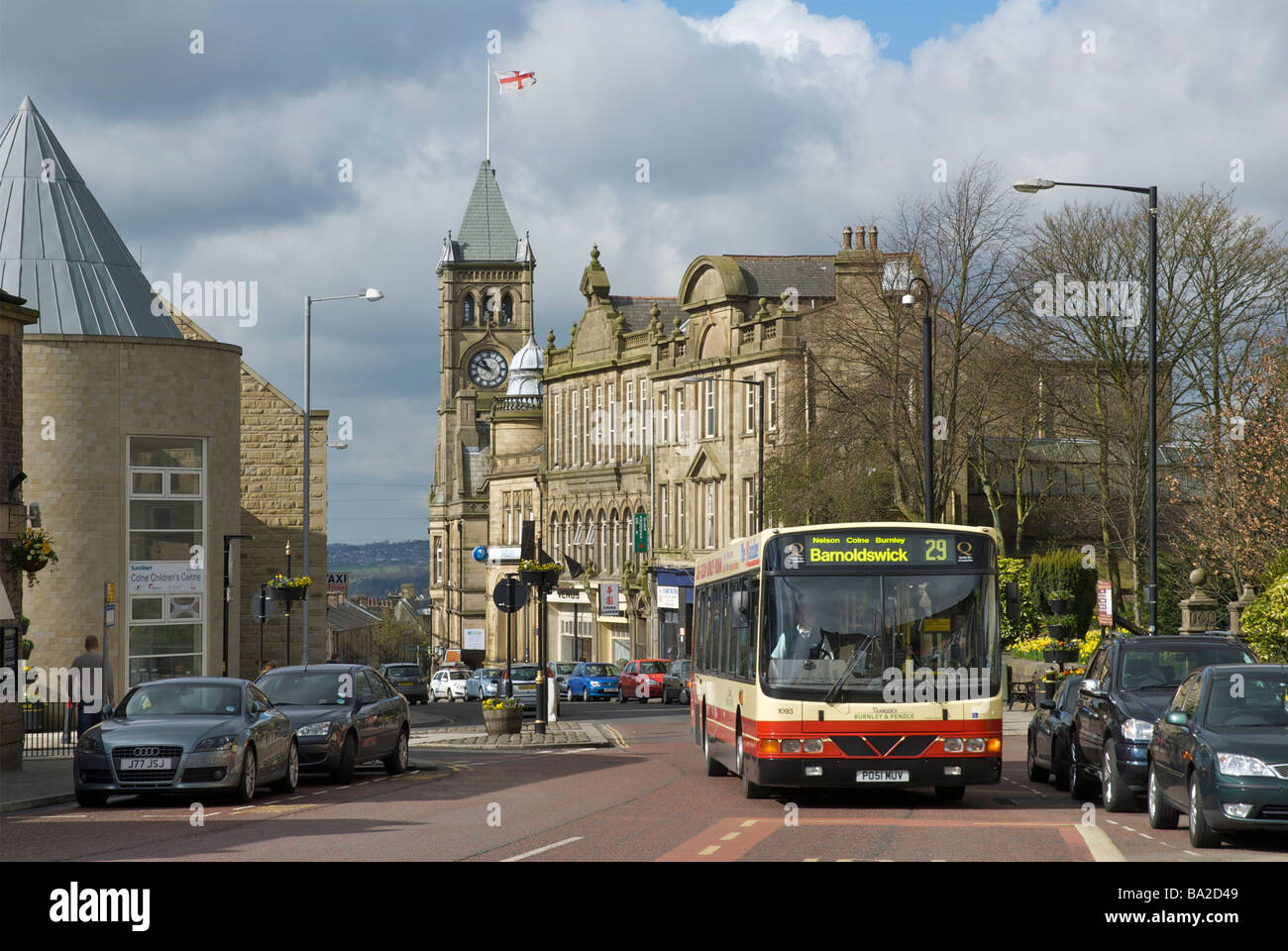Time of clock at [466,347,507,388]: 10:48
